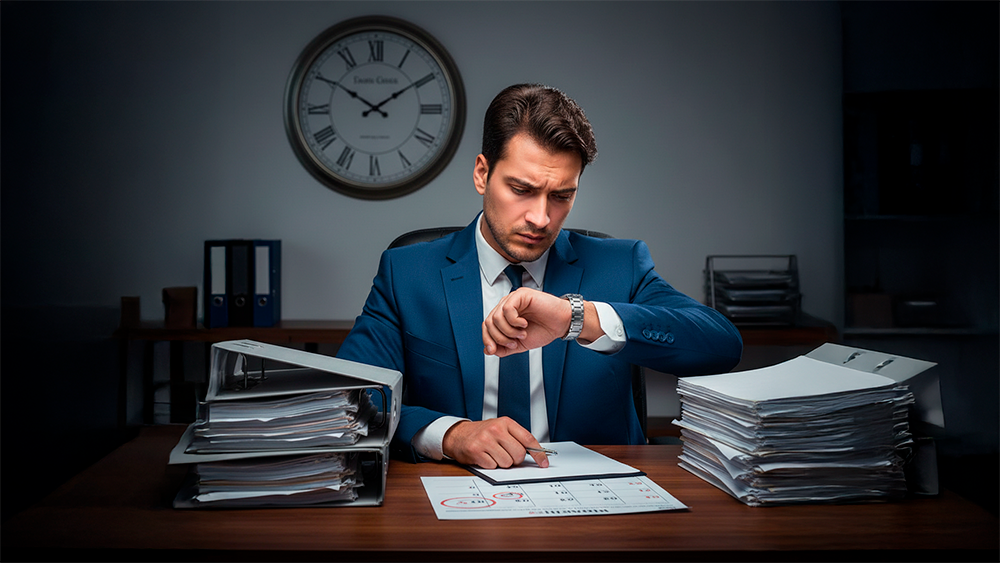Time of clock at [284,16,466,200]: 1:50
